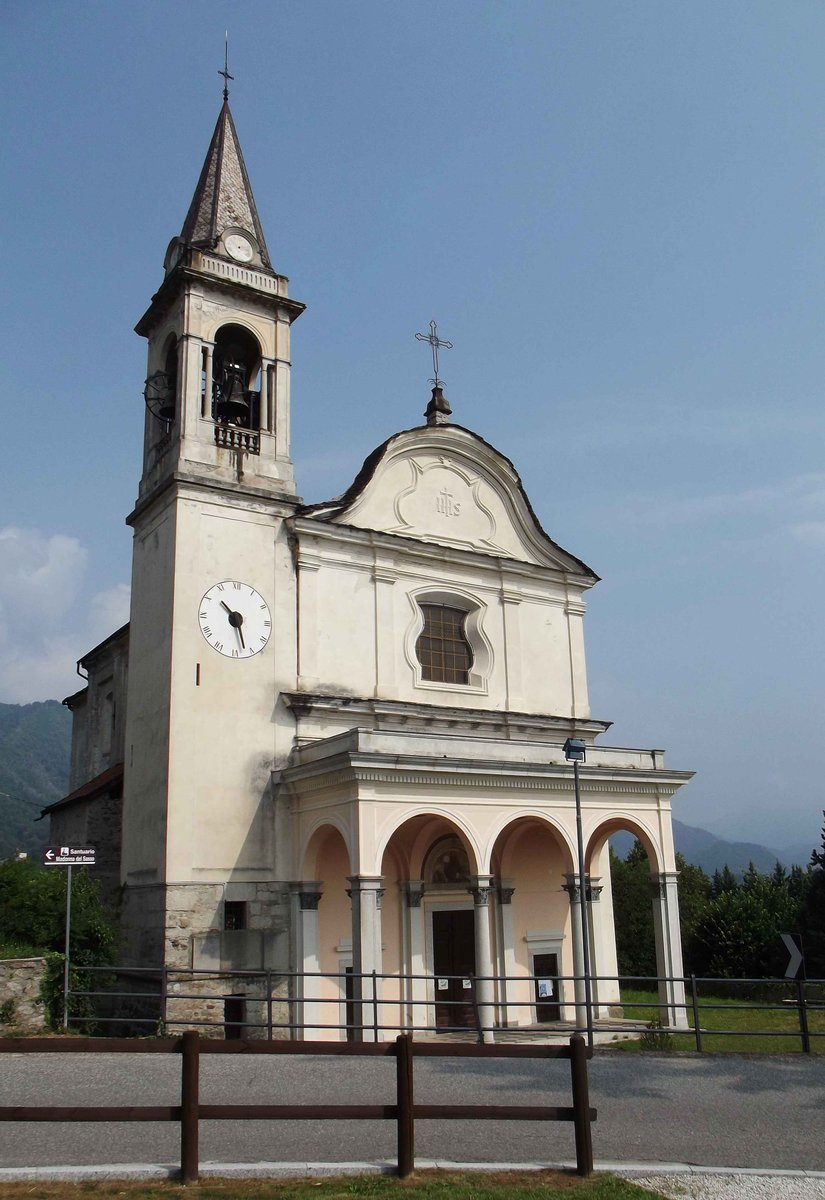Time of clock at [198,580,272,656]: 10:27
